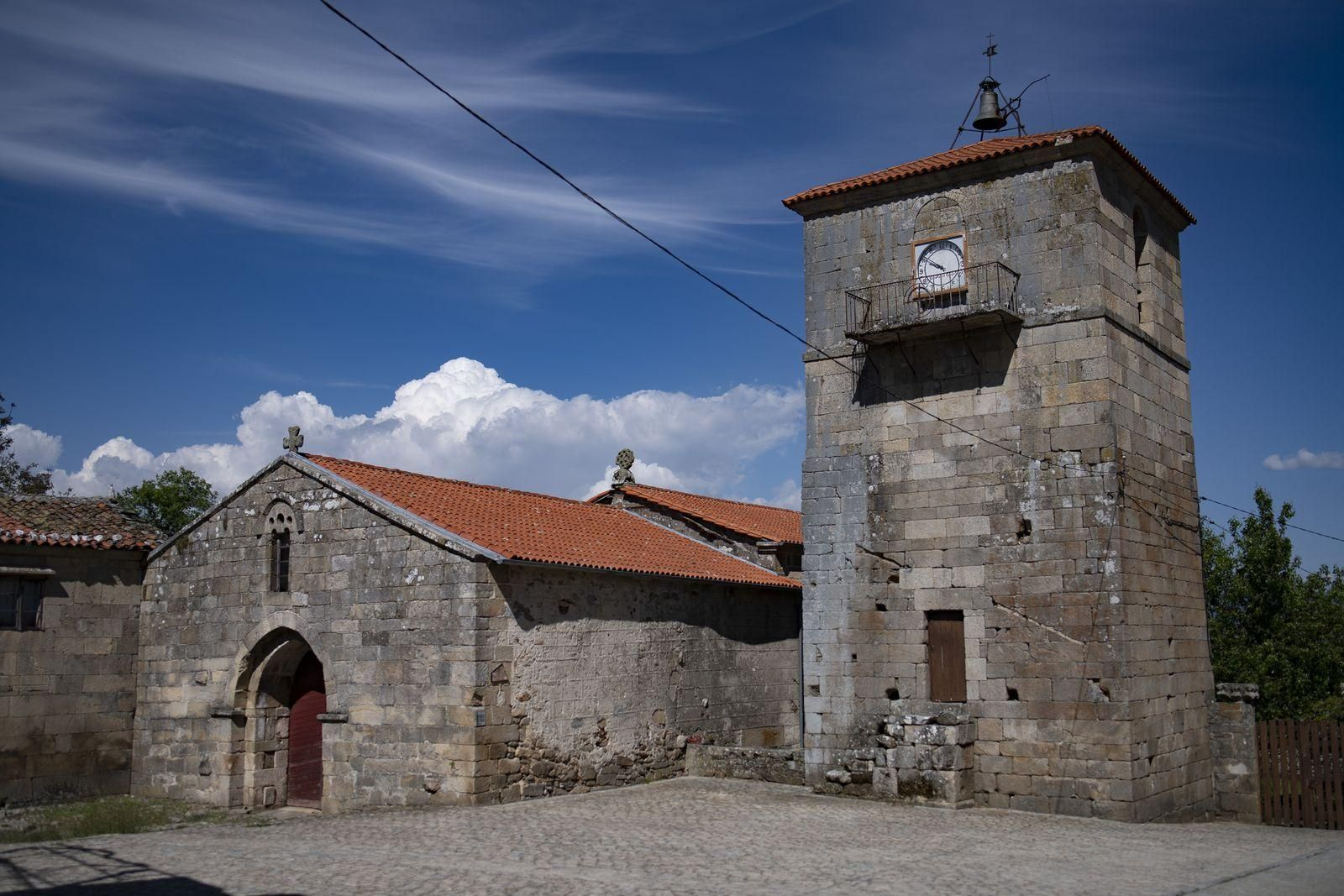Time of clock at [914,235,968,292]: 9:50
